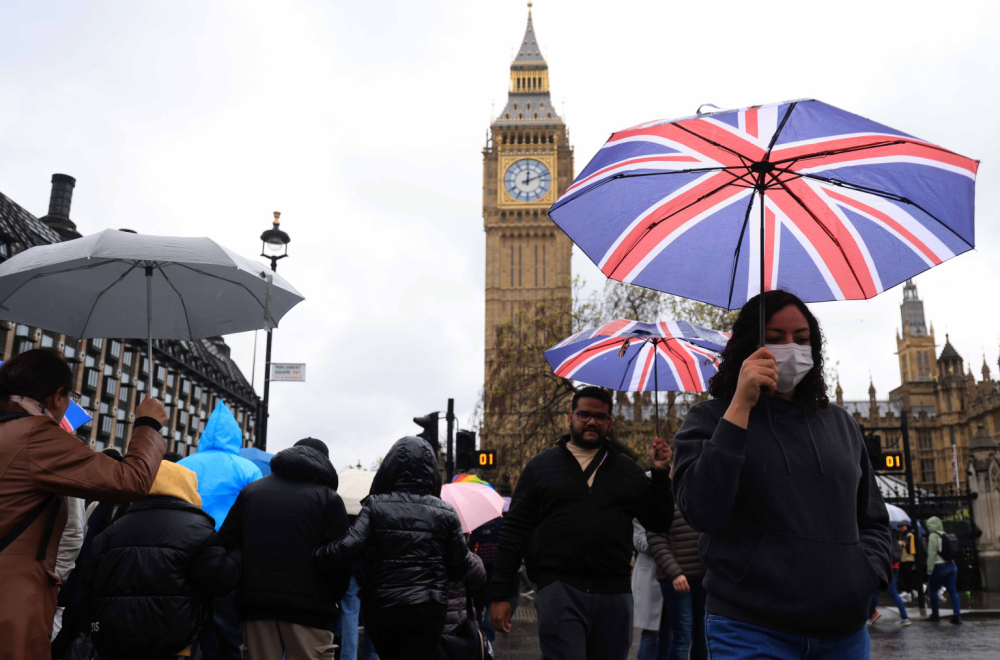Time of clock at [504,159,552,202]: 12:11
